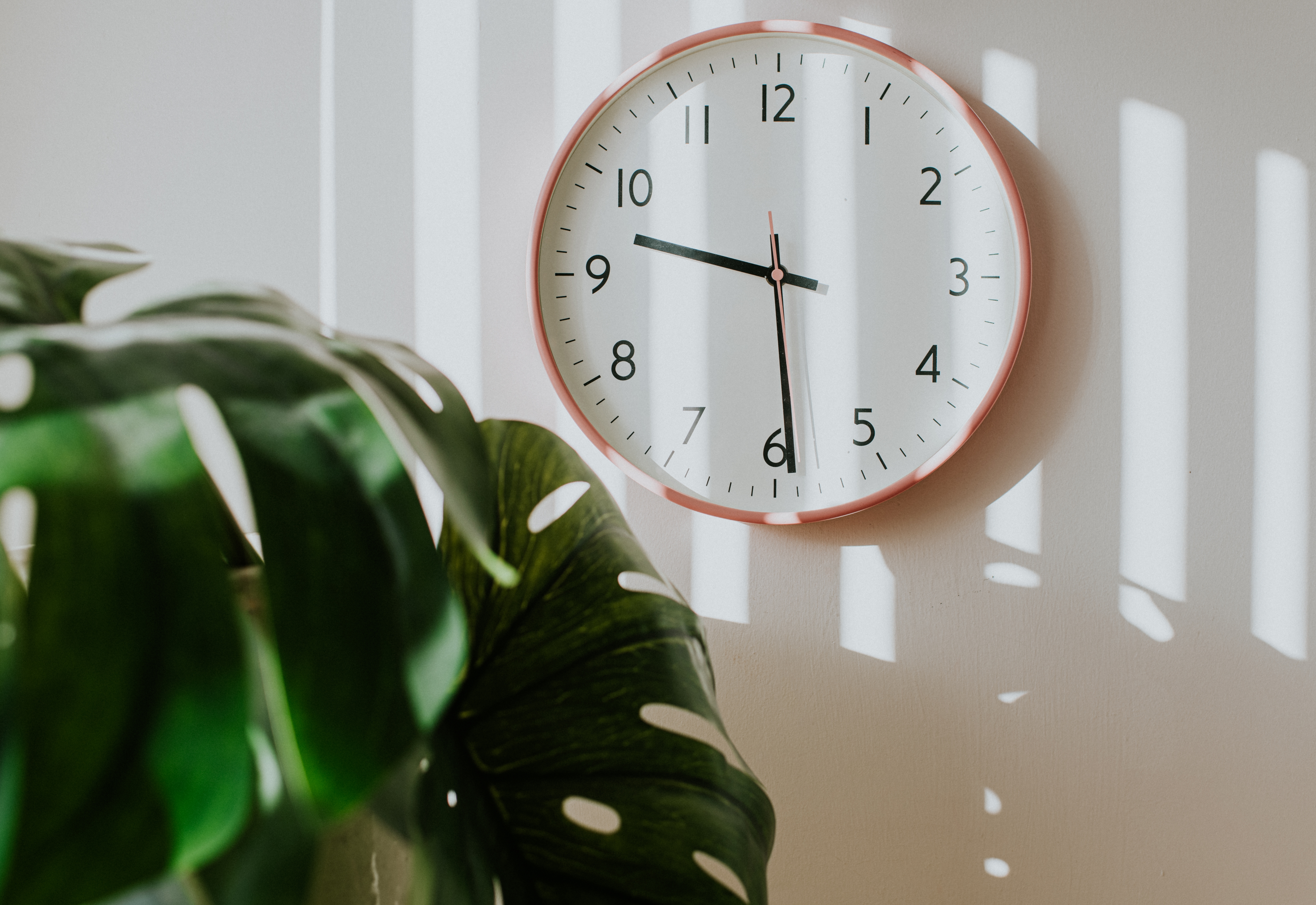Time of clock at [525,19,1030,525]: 9:29
